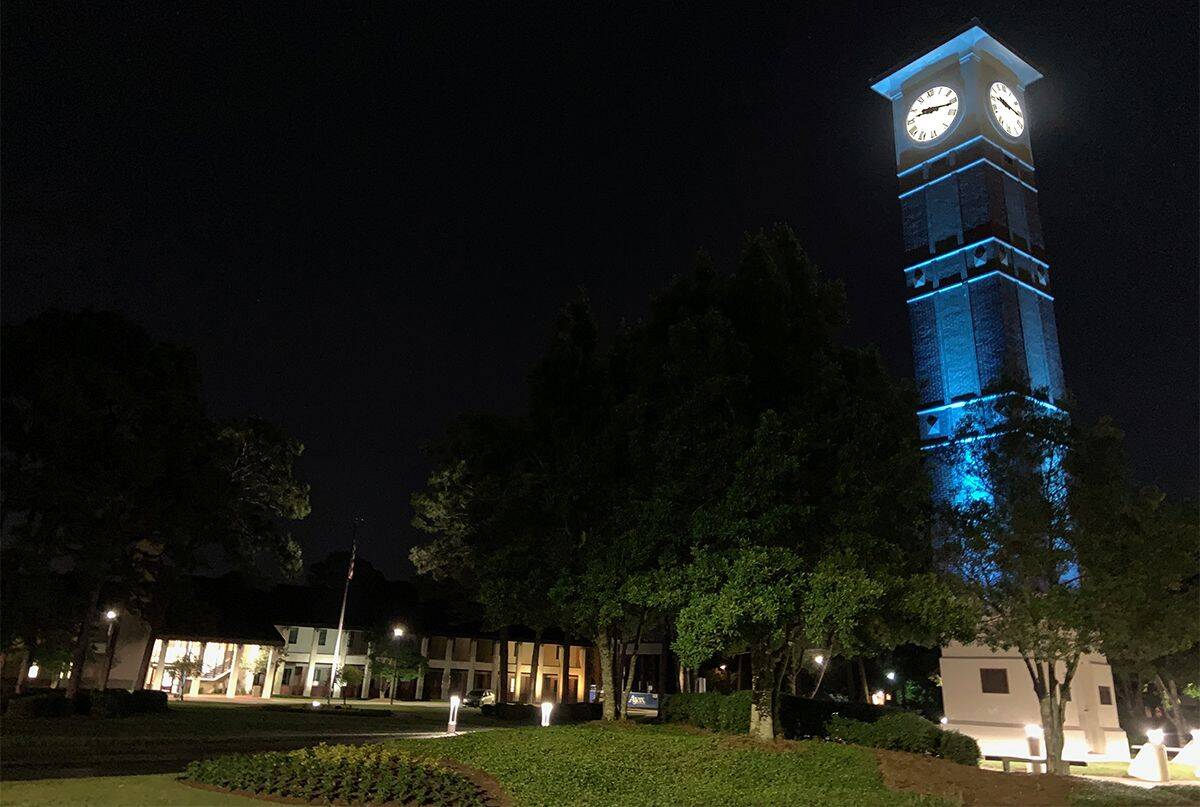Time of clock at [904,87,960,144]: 9:16
